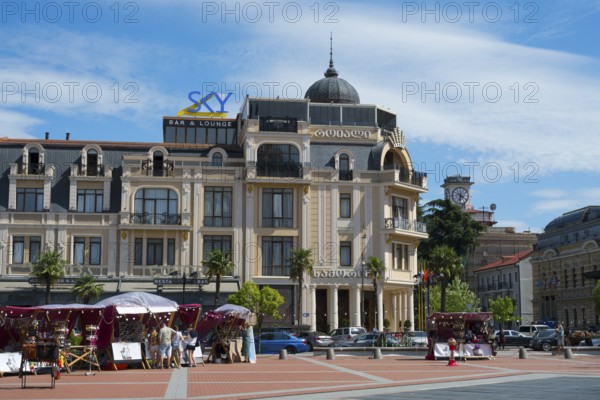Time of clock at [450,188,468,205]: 3:32
